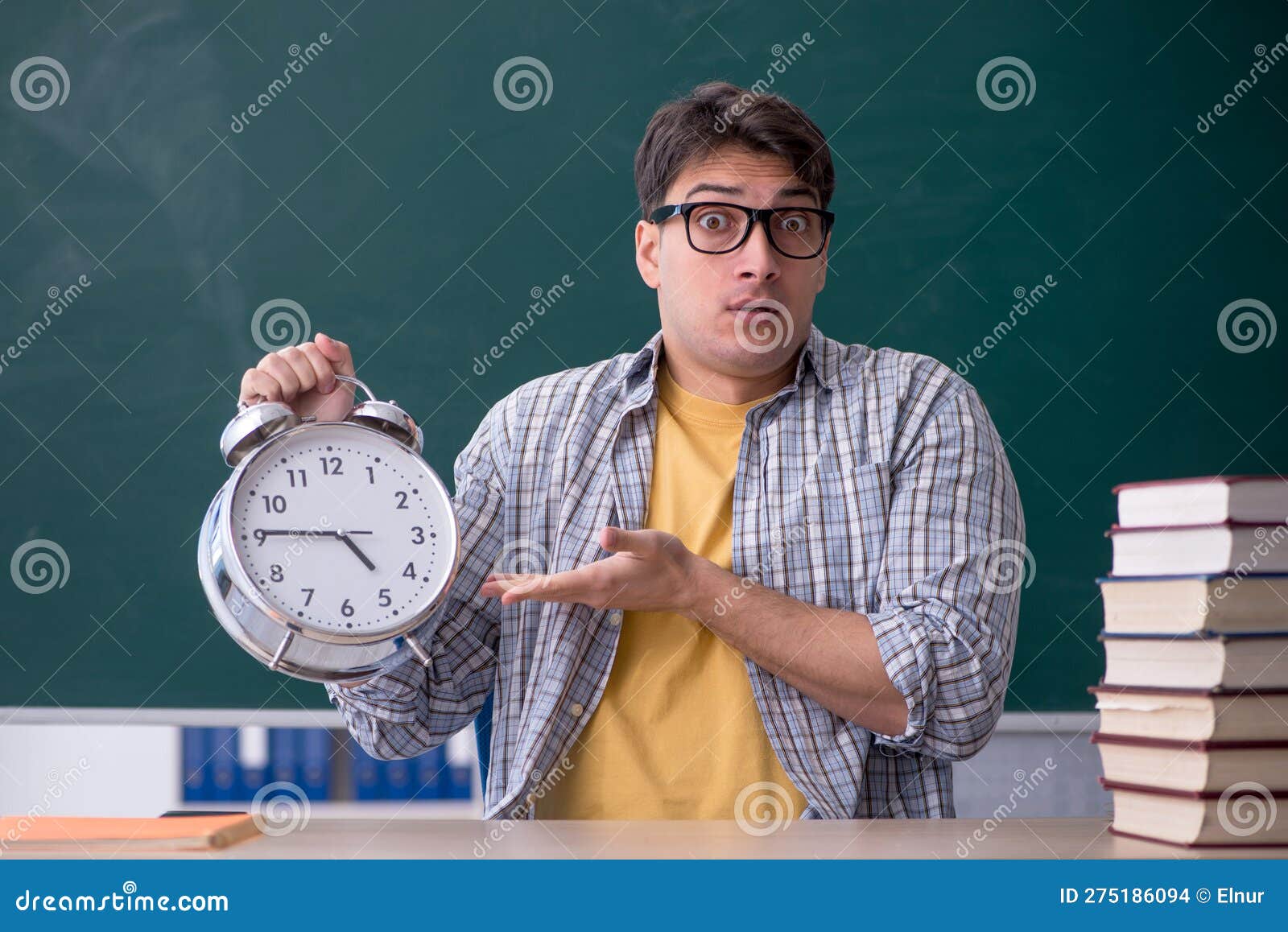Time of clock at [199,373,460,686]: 4:45
